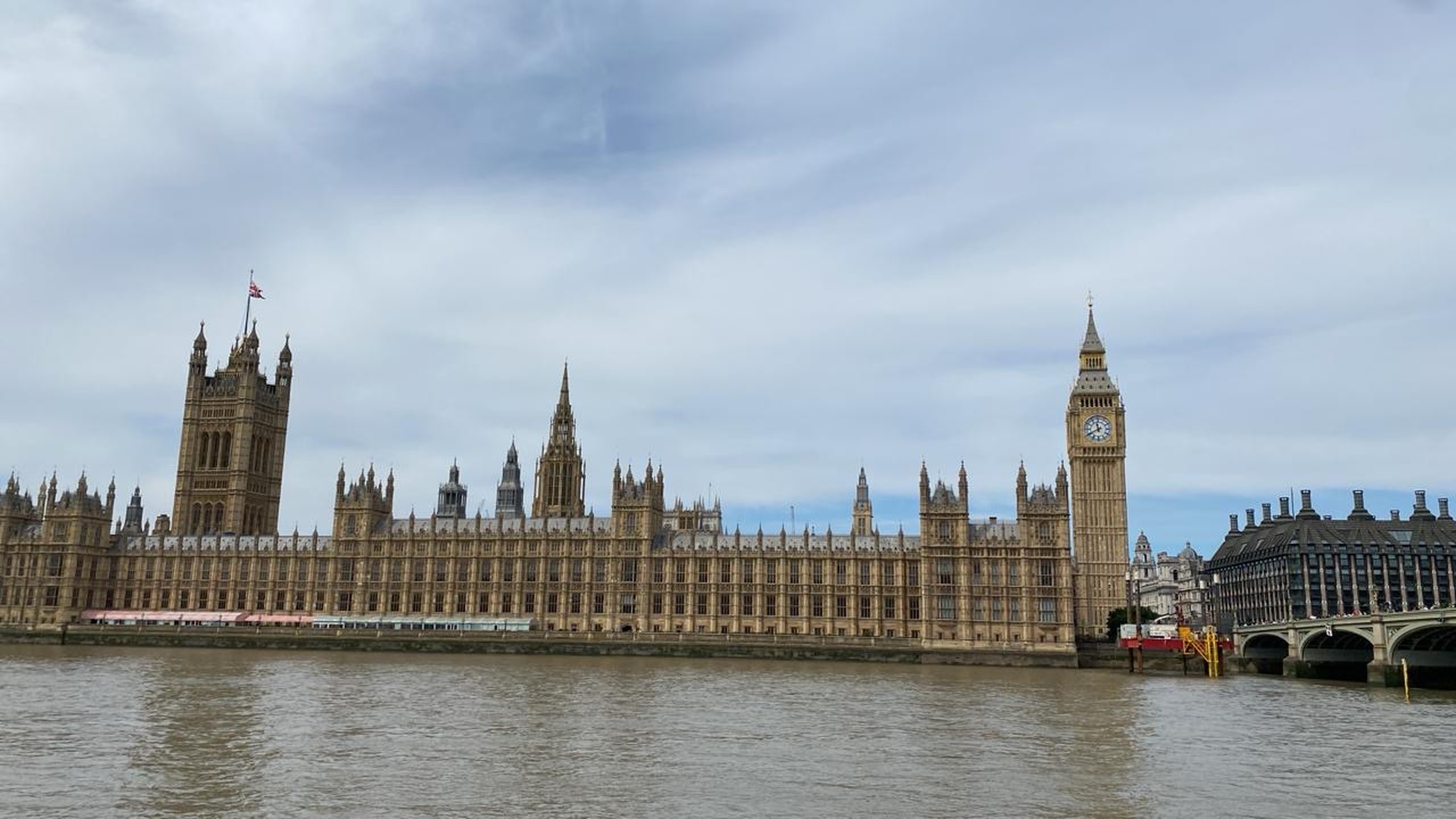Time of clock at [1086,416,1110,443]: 11:40
